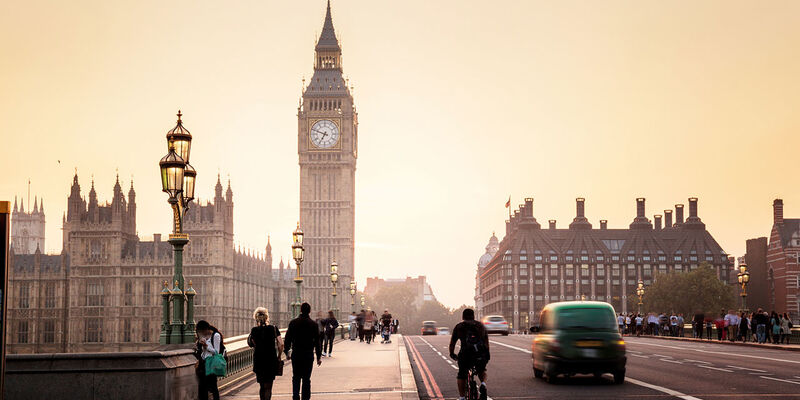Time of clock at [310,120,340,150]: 6:48
